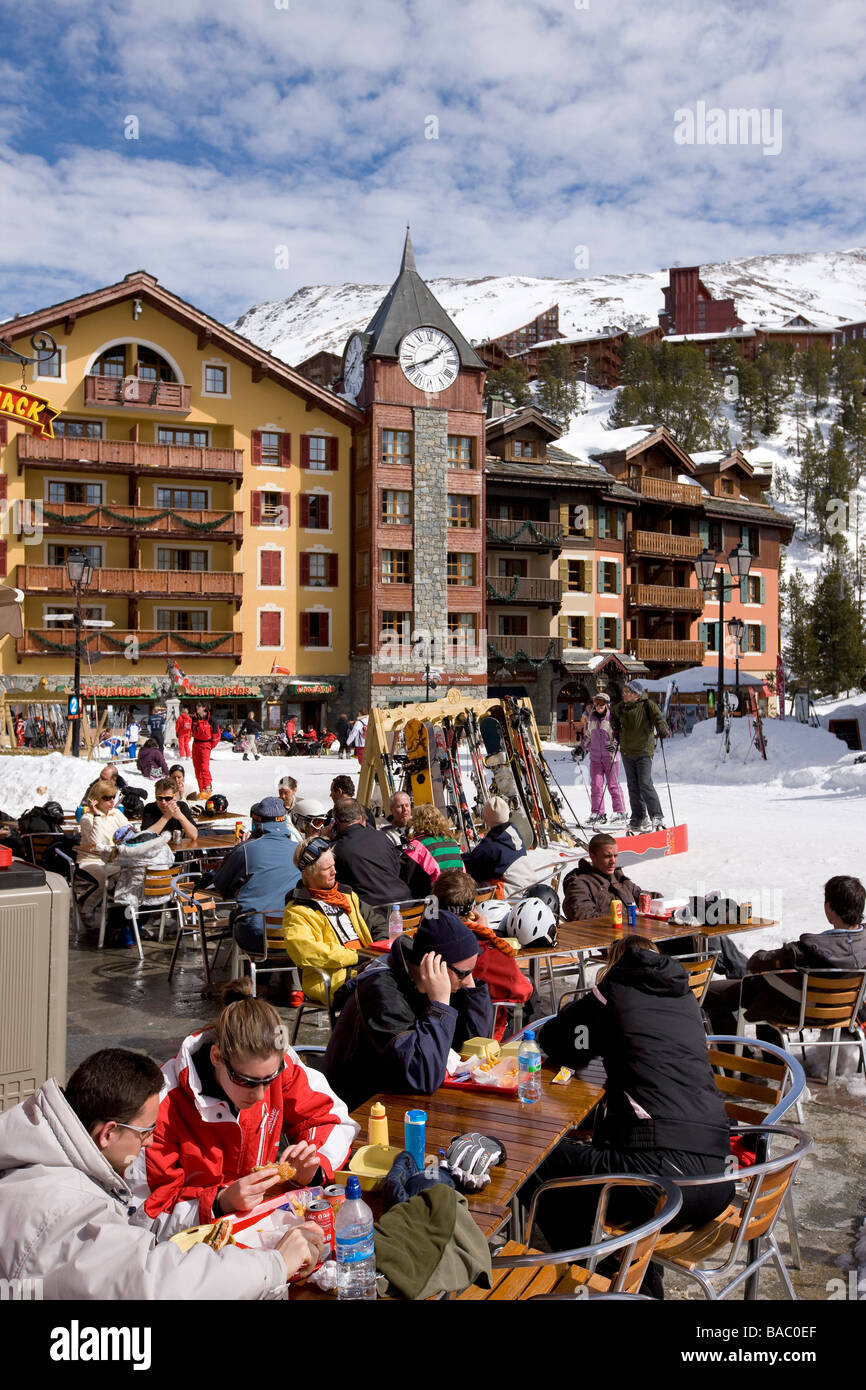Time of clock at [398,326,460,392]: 1:41
